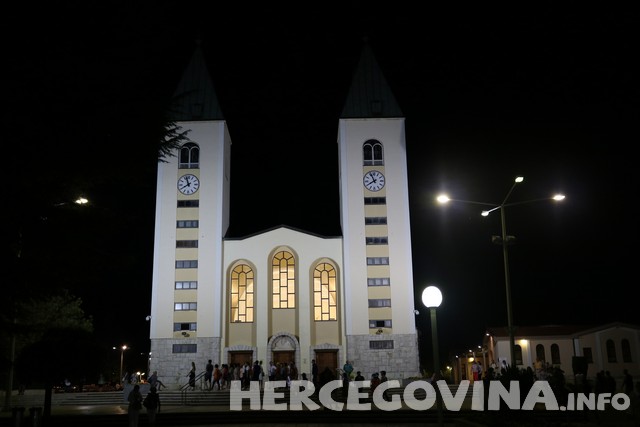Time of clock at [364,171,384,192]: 7:55
